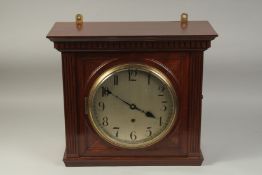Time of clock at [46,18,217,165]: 3:51
